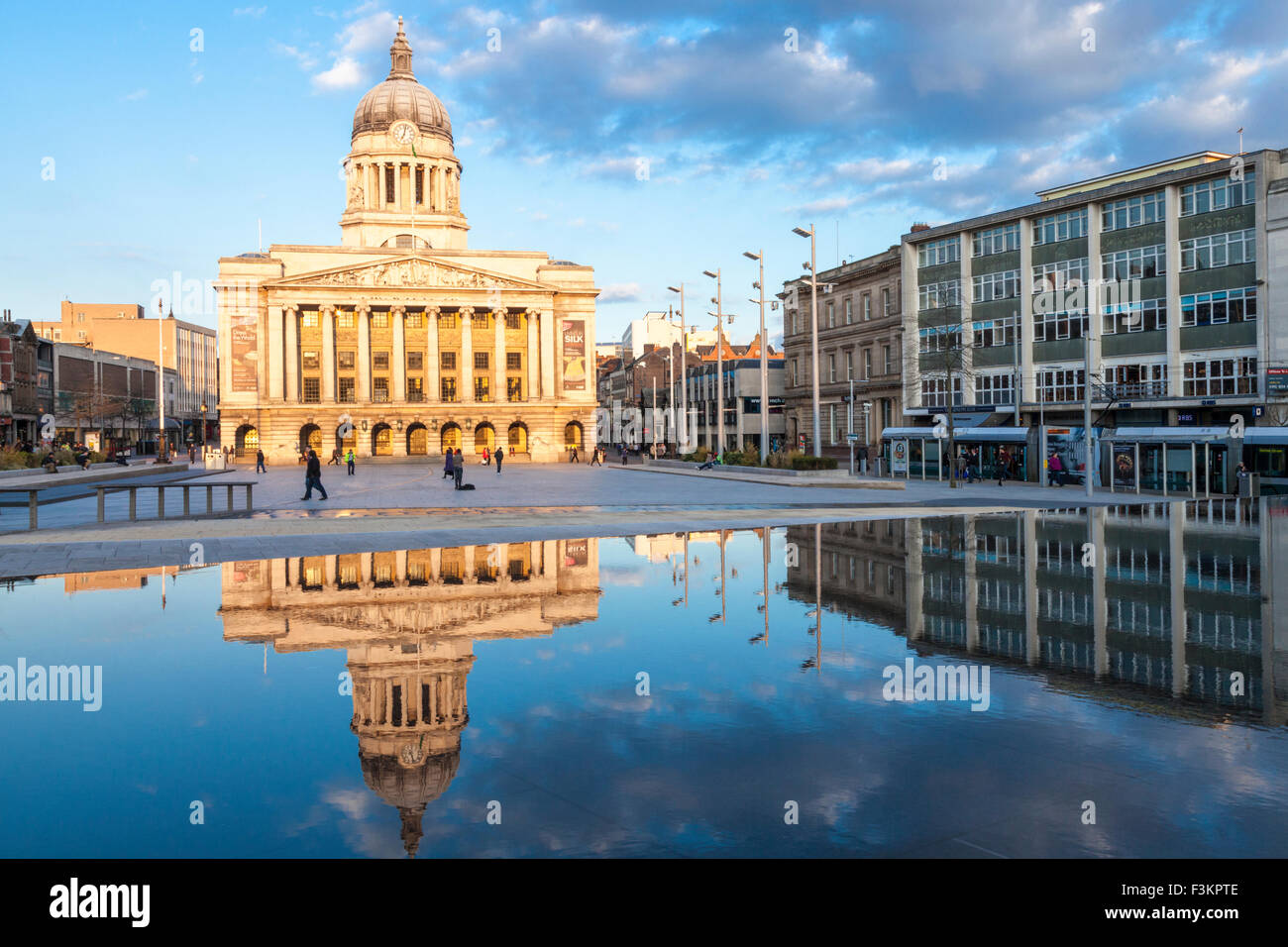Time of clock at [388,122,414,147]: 7:02
